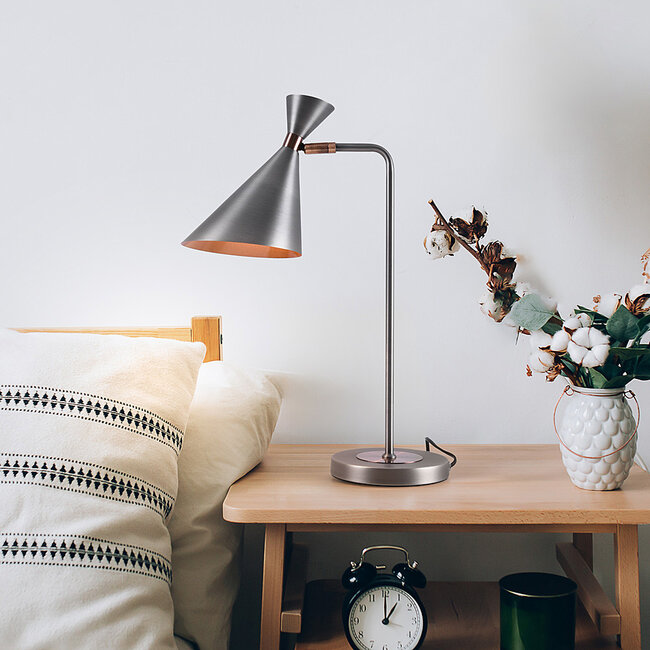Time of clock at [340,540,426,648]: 1:00
